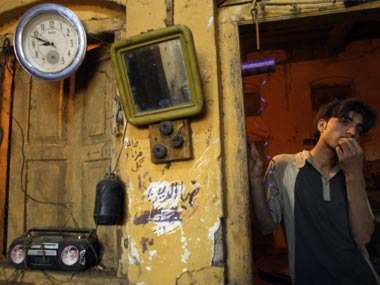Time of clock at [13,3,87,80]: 8:48
